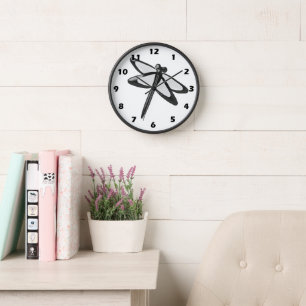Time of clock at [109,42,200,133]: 9:33
